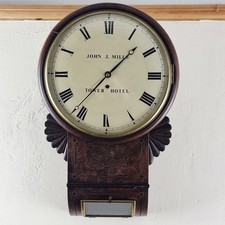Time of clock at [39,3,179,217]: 1:36
